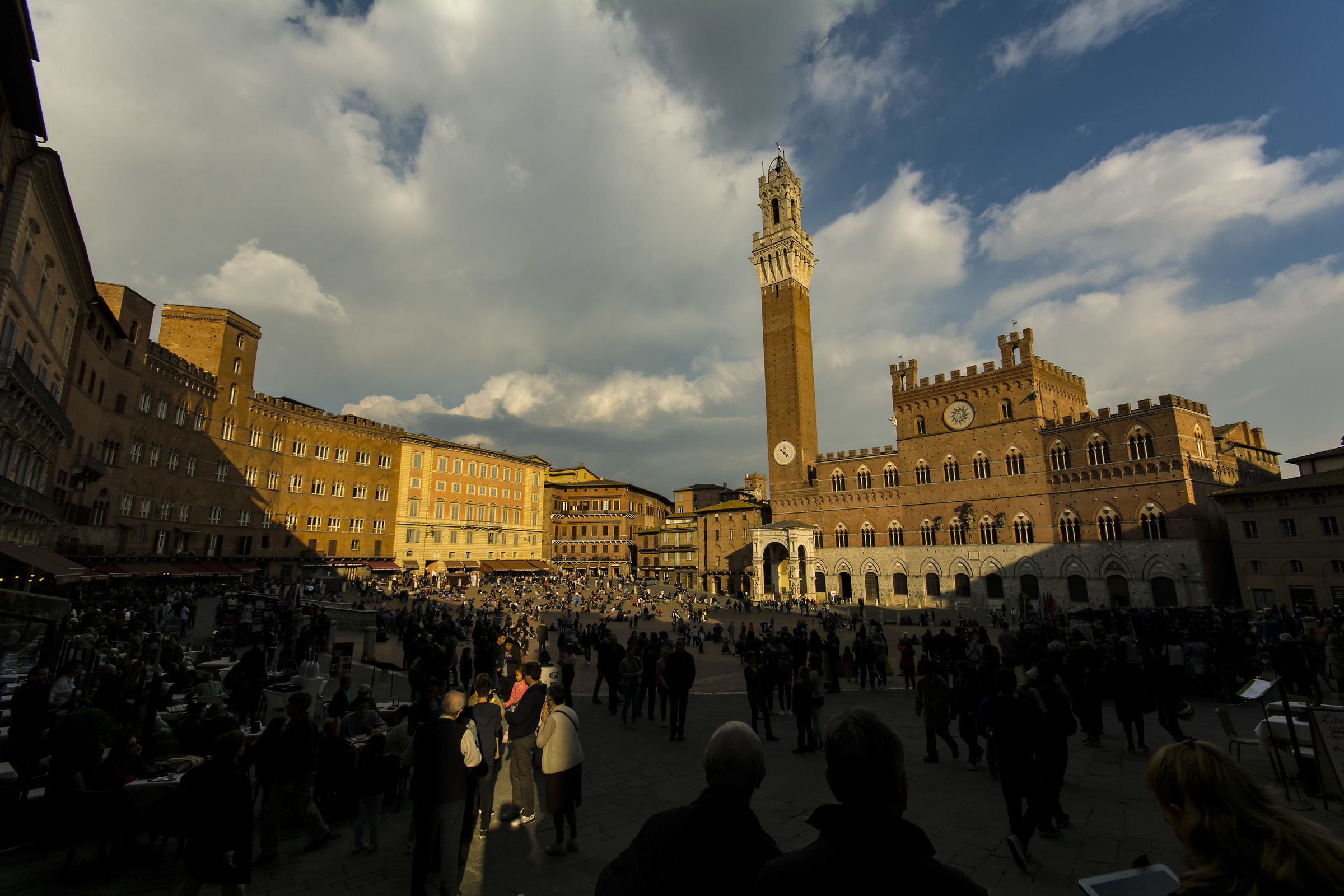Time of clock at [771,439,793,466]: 10:21
